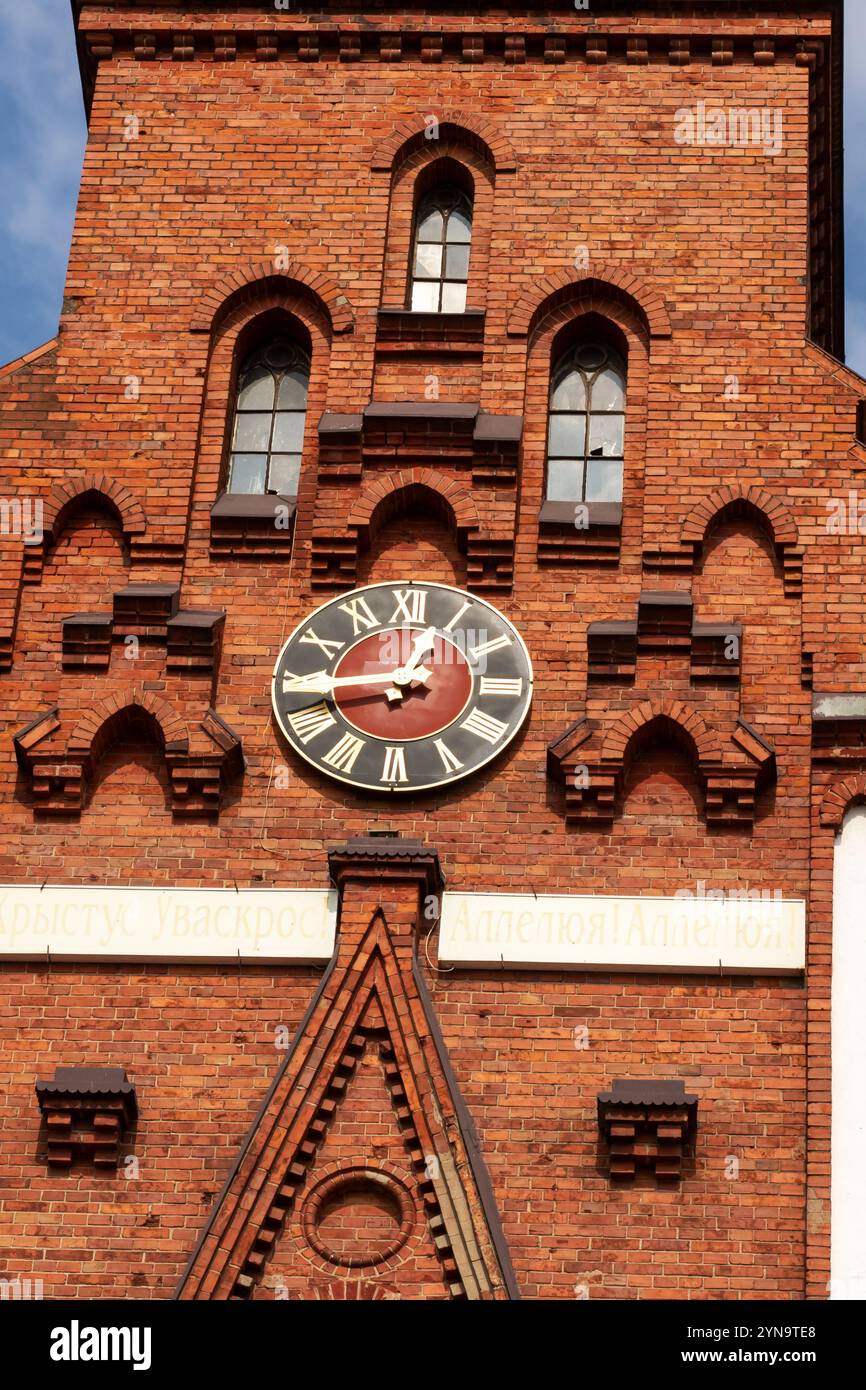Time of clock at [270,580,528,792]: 12:44
